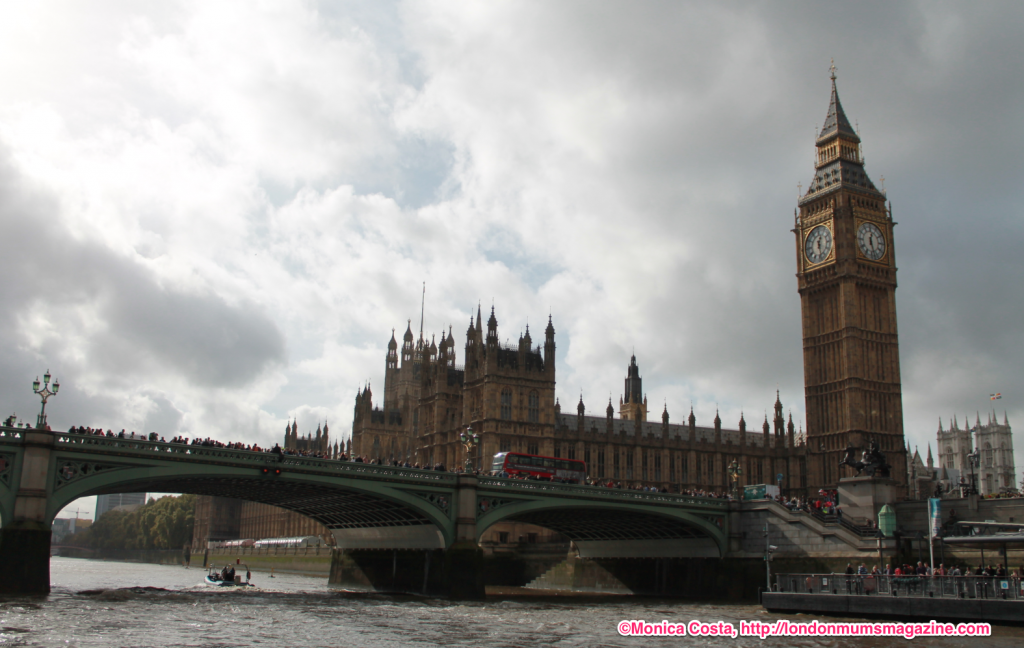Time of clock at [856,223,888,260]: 12:27
